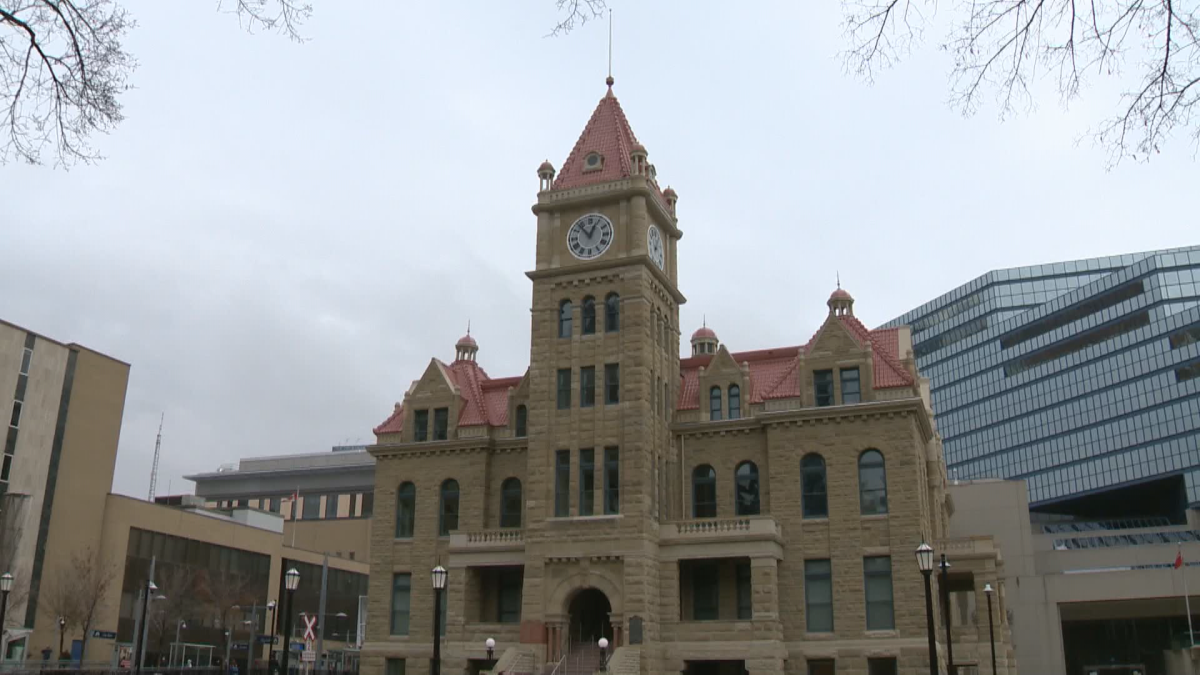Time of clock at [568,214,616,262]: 12:53
